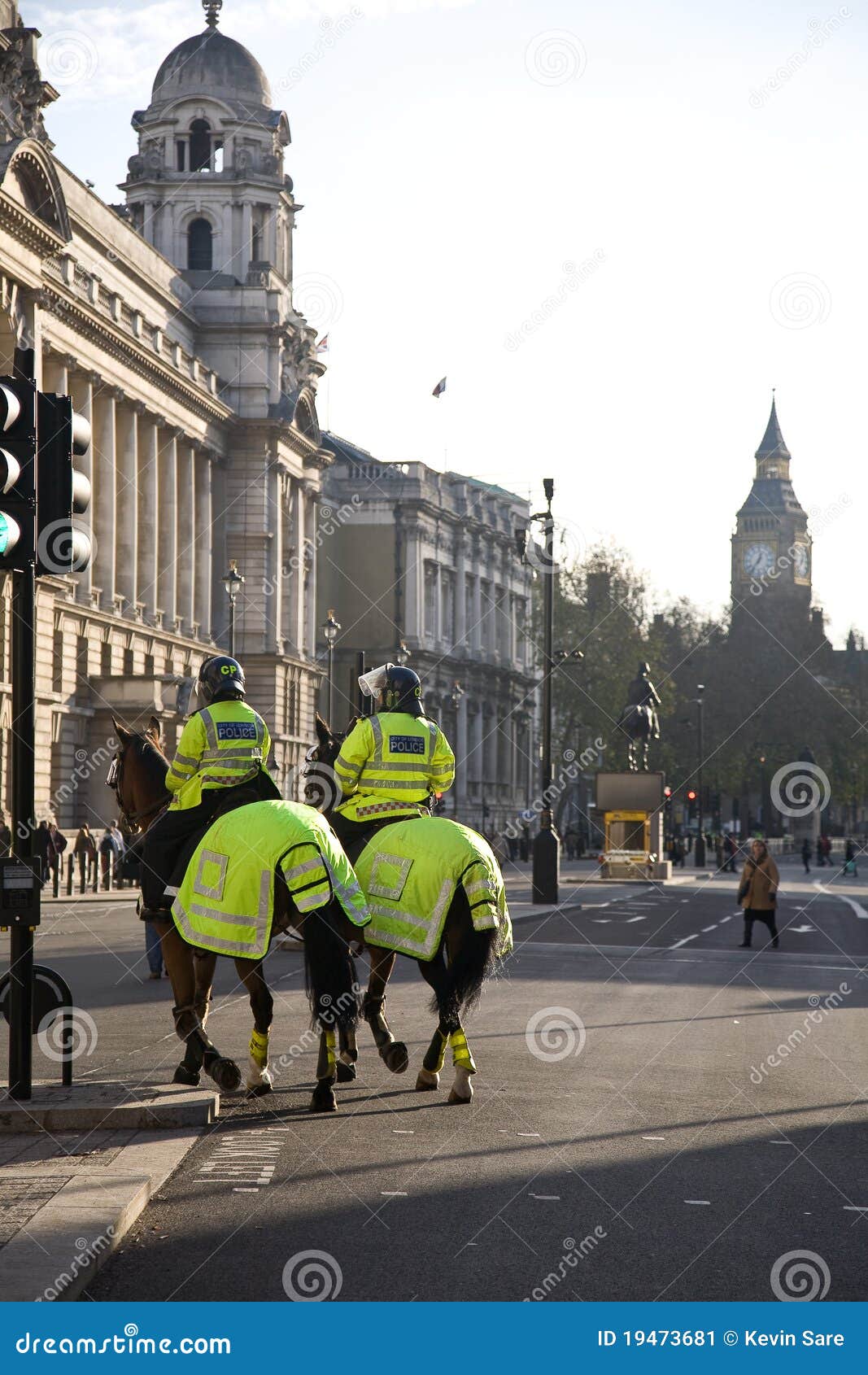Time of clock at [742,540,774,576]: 12:36
